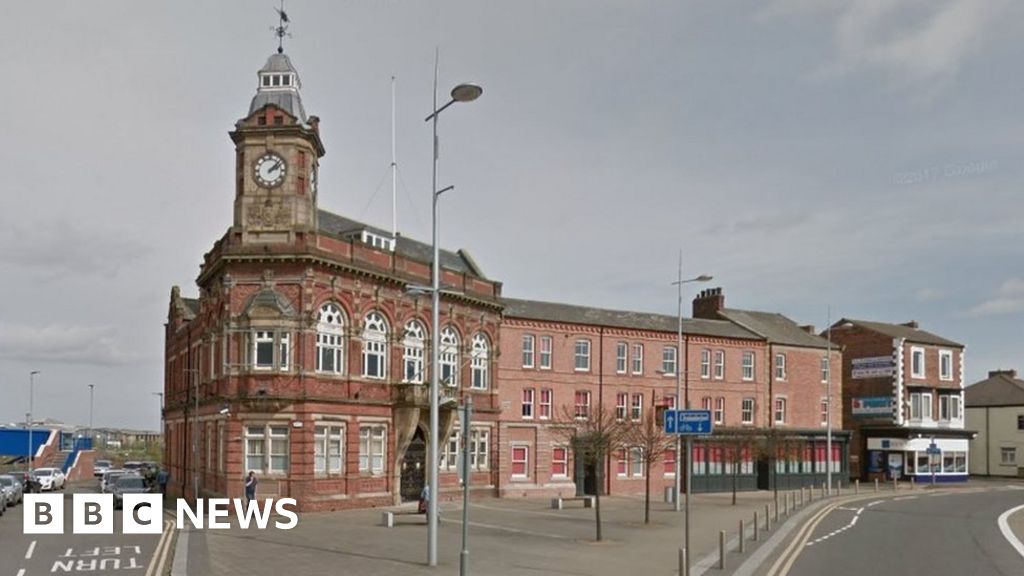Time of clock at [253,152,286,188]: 2:07
